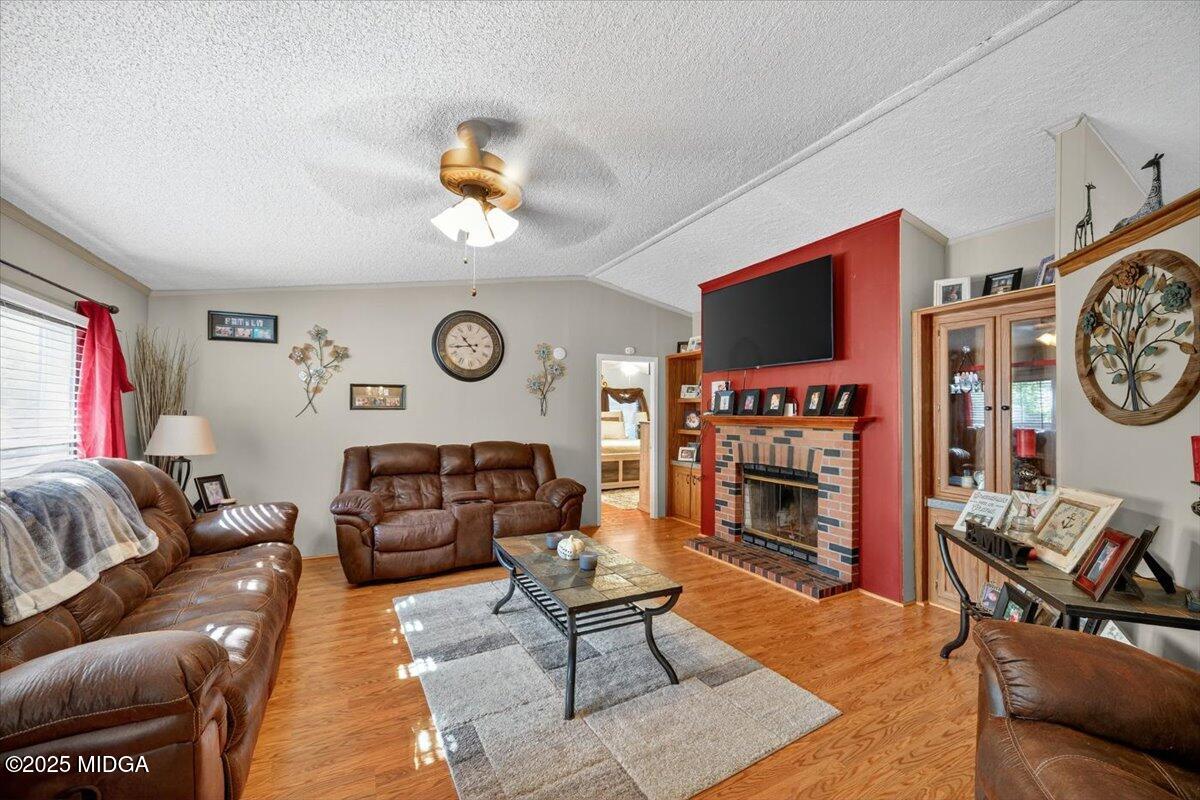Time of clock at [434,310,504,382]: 10:43
